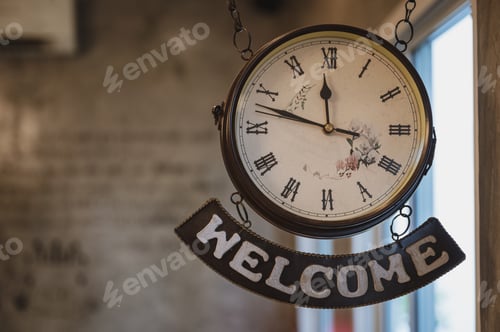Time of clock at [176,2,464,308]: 11:47
